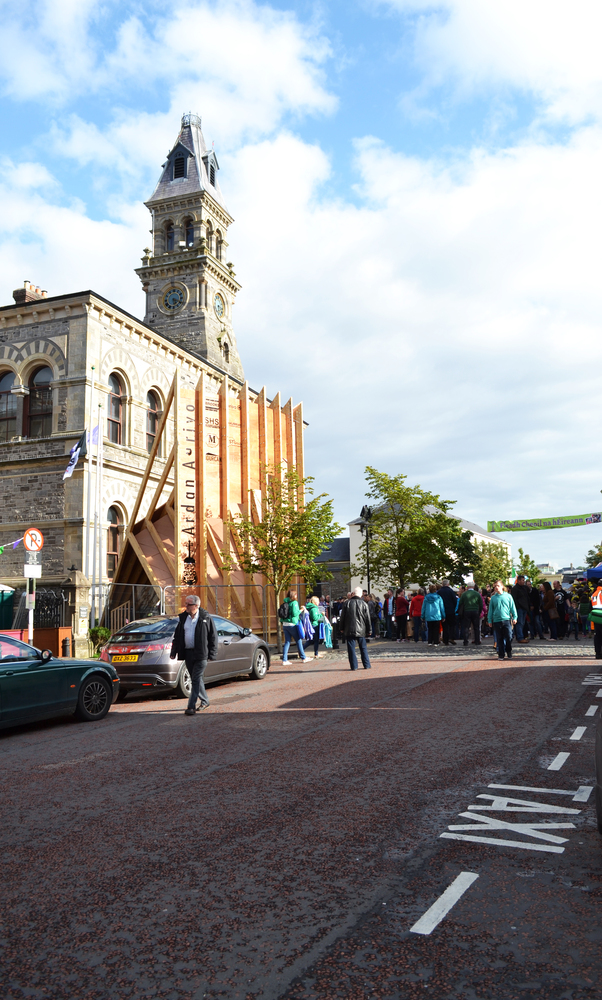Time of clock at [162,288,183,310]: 5:18
